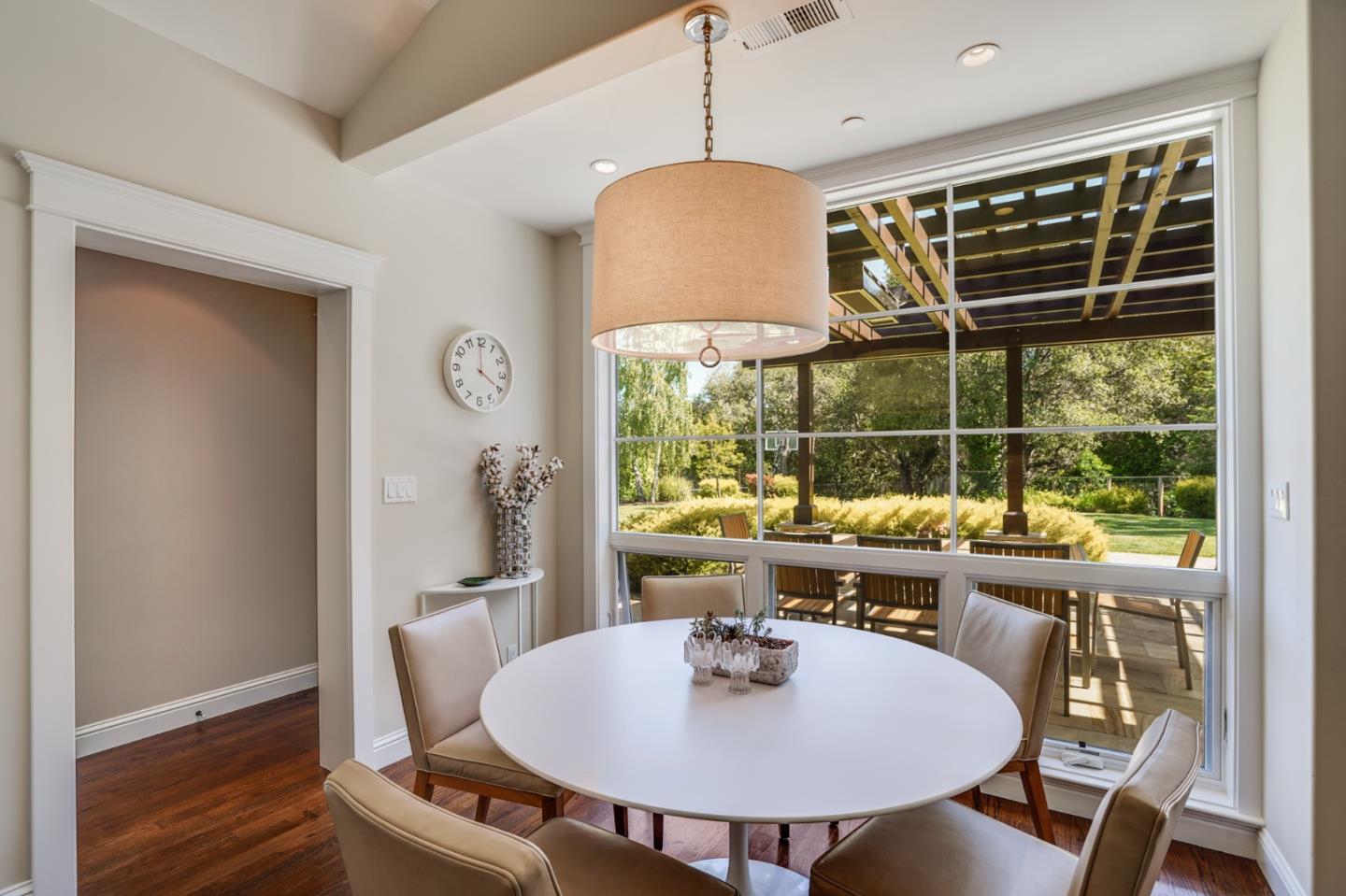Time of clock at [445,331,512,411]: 3:59
